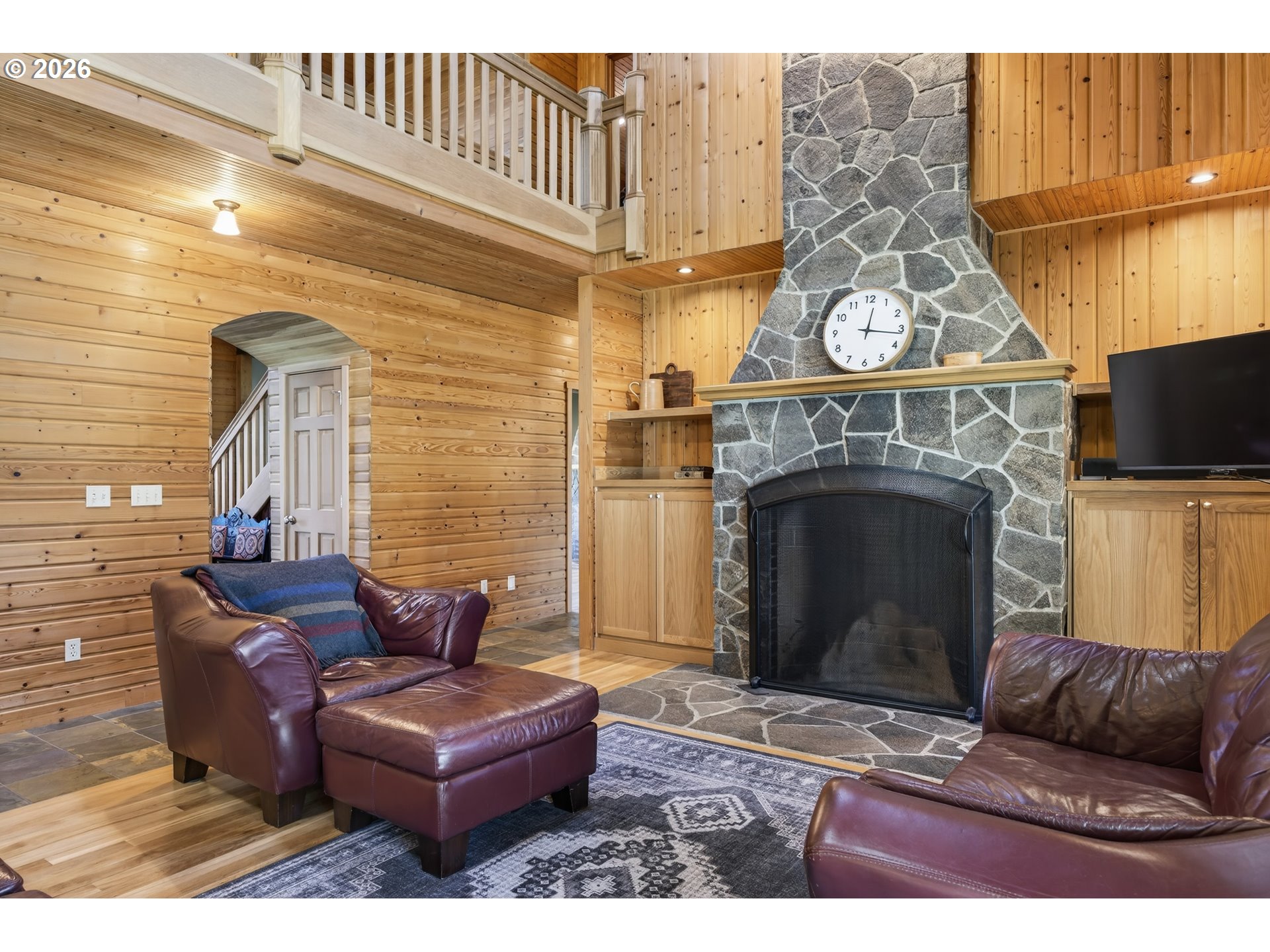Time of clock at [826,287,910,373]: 12:16
